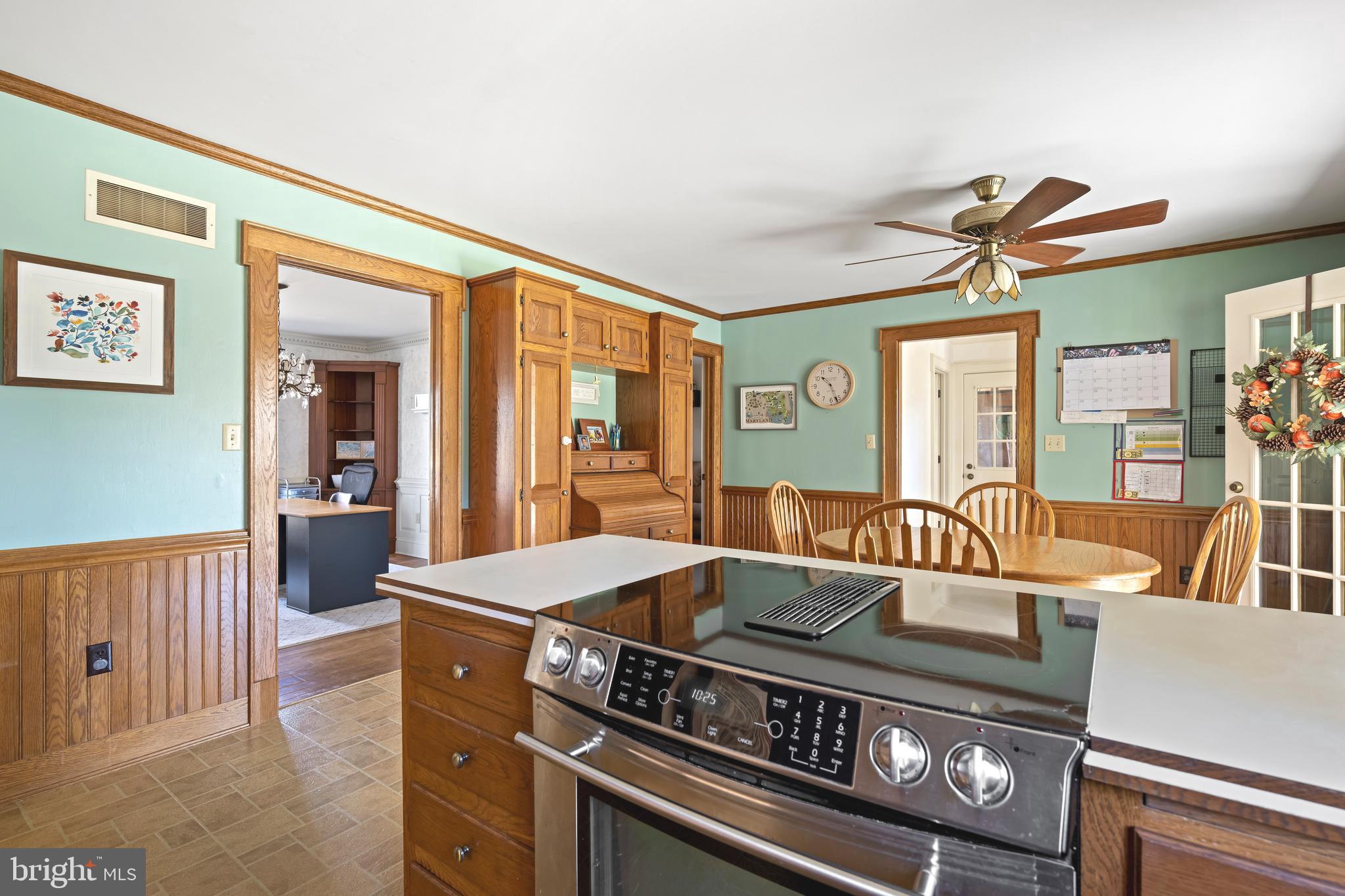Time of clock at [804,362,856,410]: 10:26
